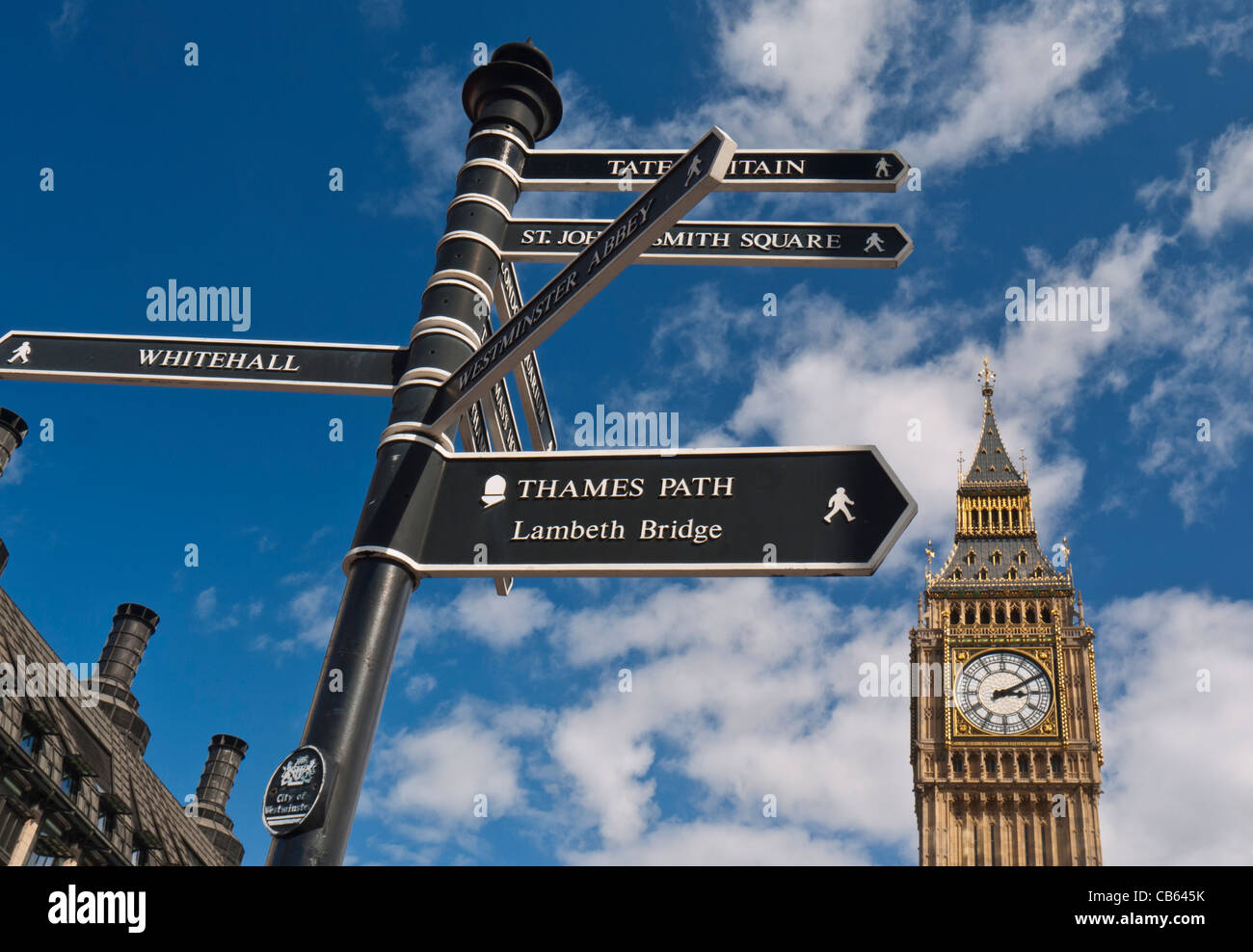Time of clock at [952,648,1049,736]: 3:10
